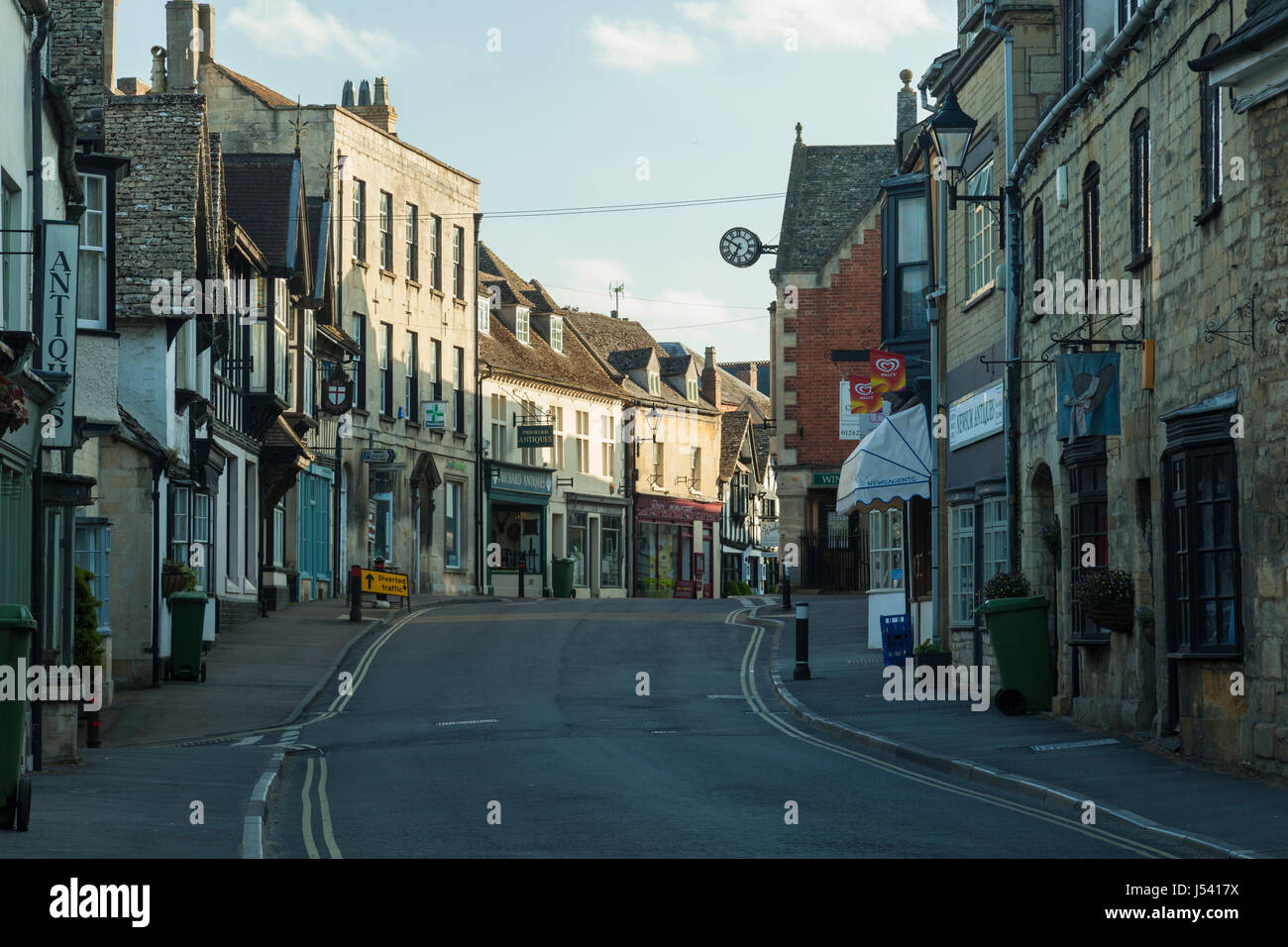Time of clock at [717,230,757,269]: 6:50
